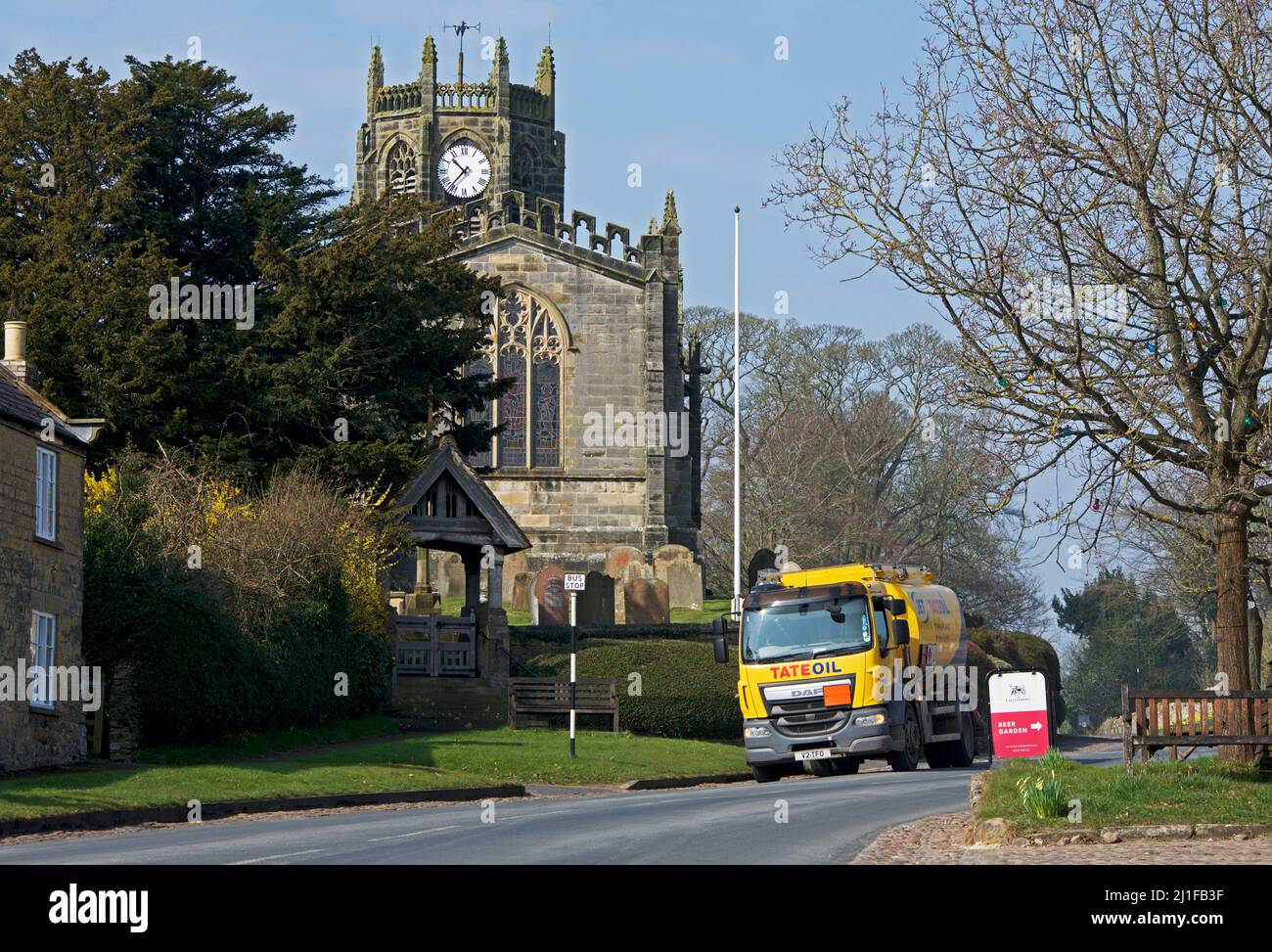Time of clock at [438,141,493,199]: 10:36
